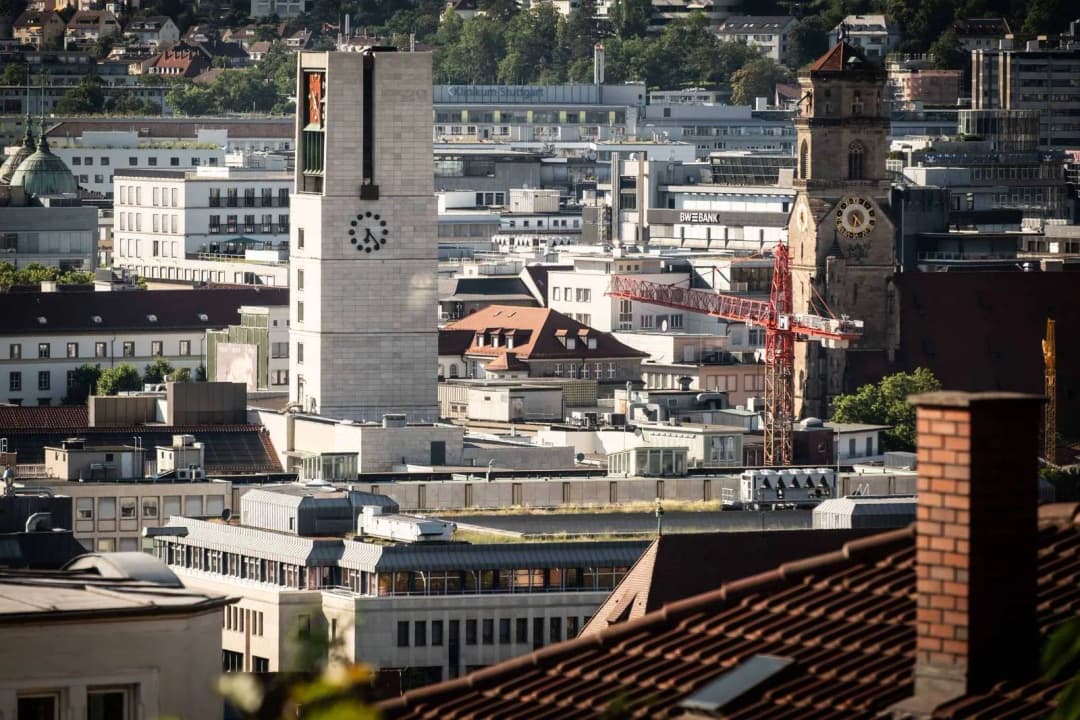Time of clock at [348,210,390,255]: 6:23
